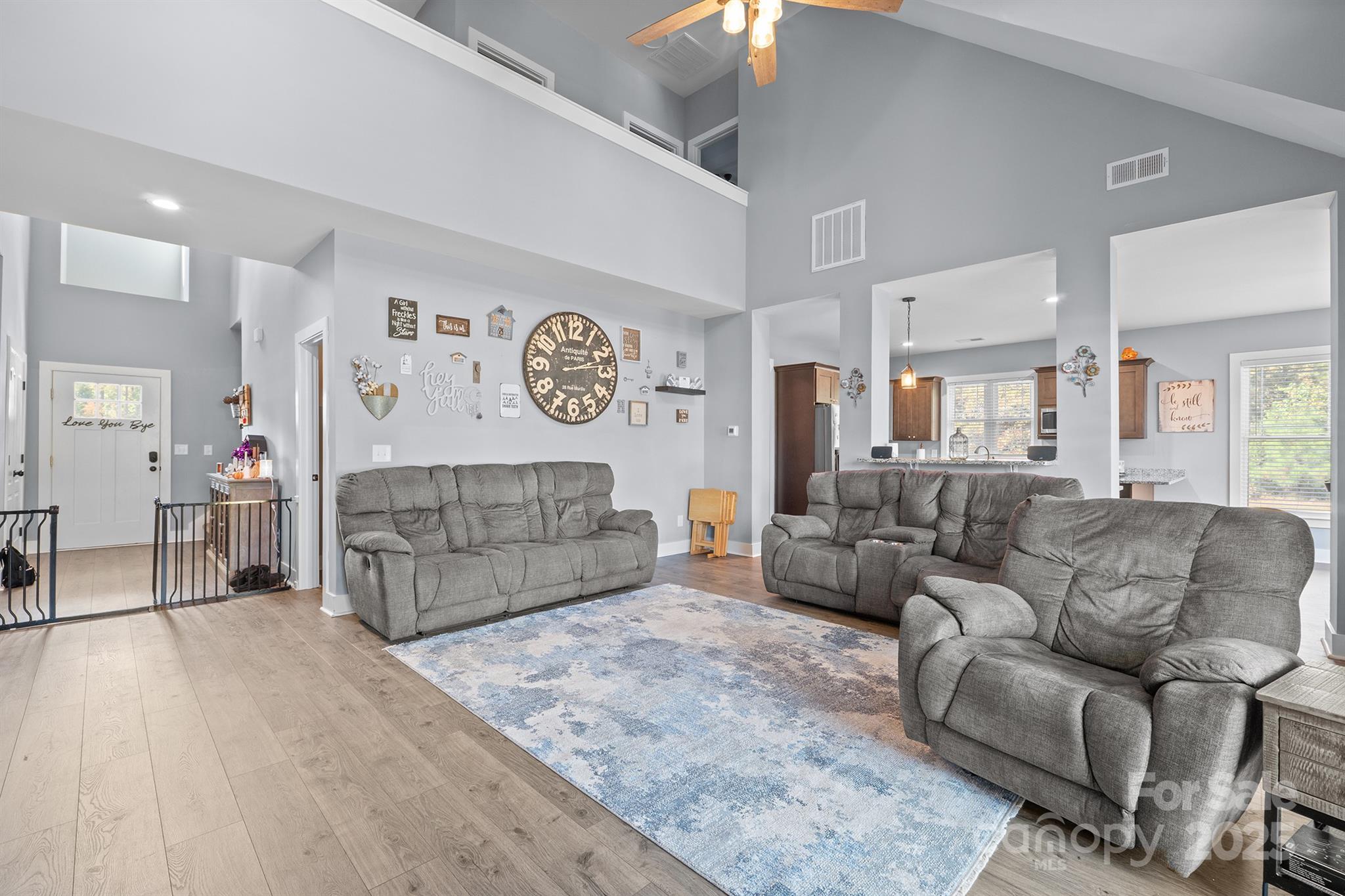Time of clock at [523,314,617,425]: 2:12
